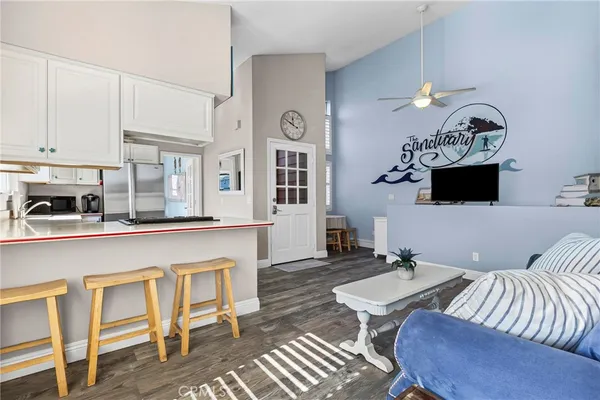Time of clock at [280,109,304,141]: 11:49
